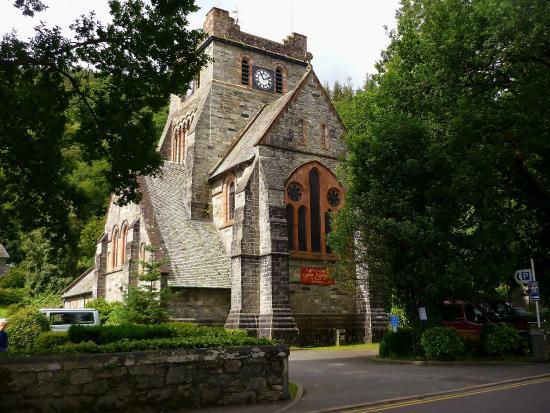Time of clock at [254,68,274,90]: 11:11
